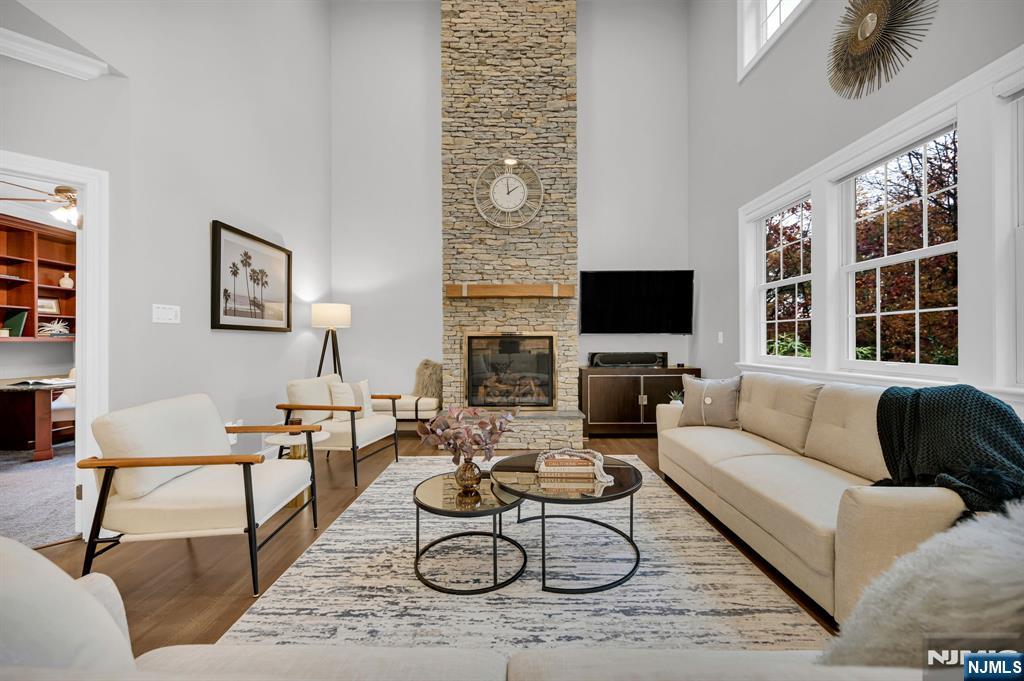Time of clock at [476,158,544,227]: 2:00
